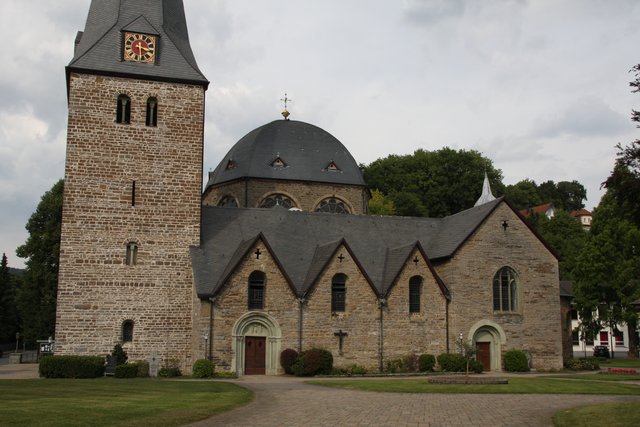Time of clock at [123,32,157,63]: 3:29
